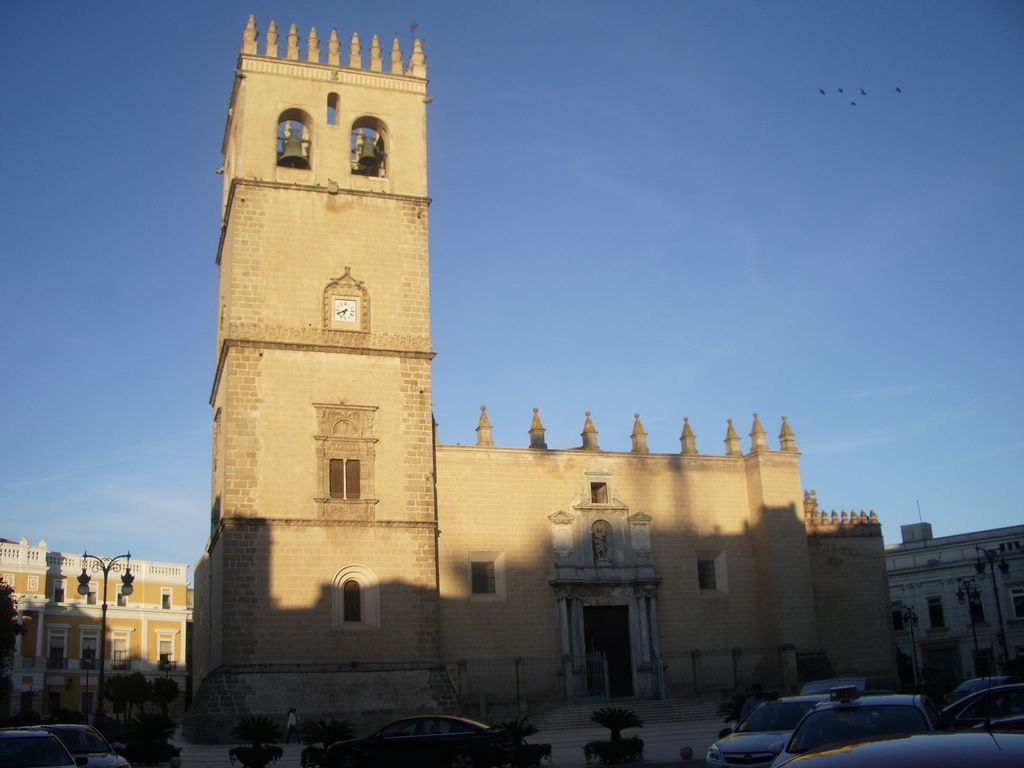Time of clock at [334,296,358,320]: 6:40
